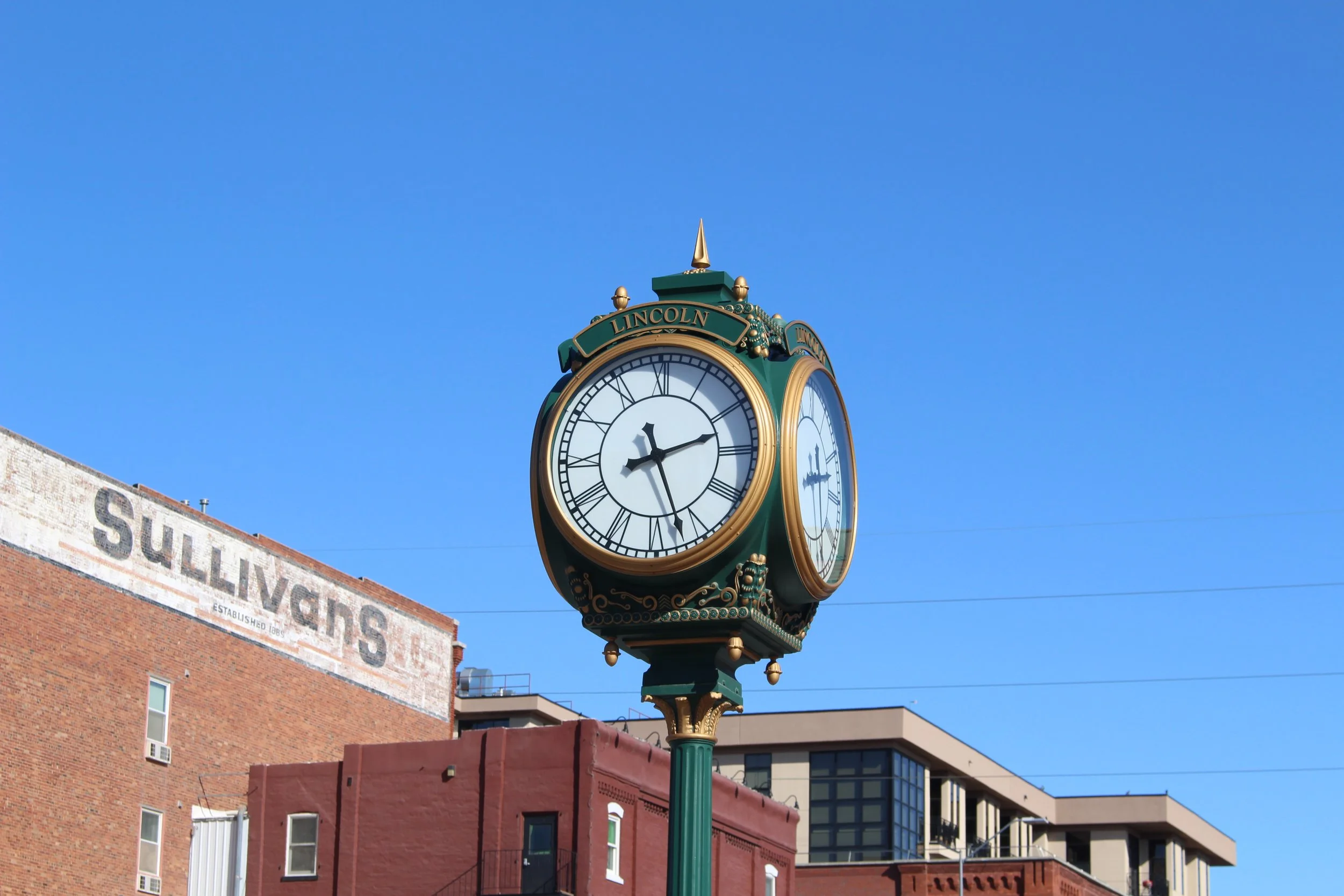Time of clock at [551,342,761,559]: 2:26
